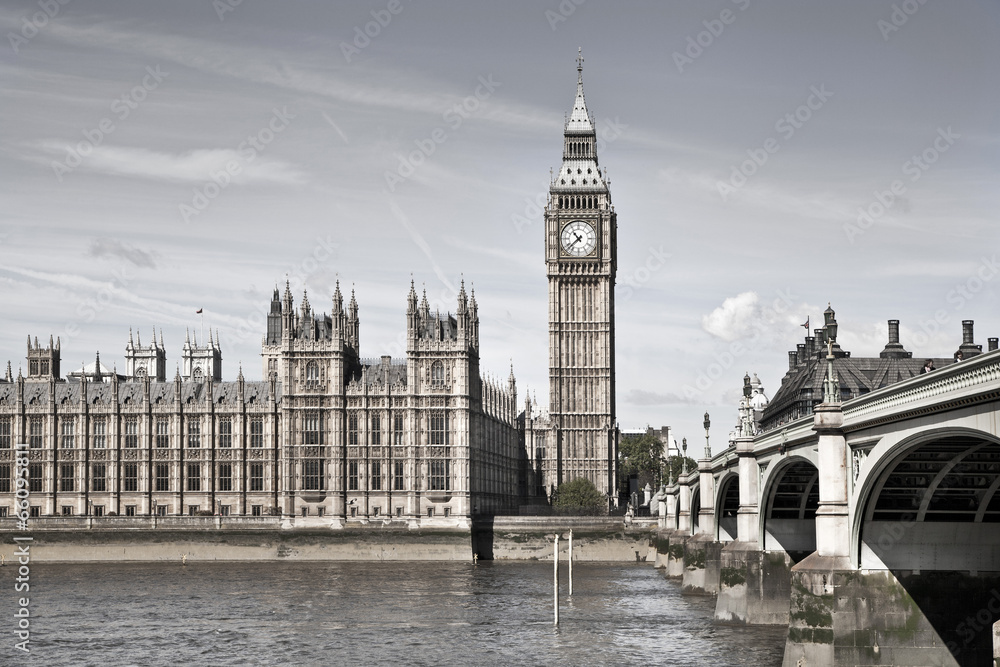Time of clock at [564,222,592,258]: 10:37
